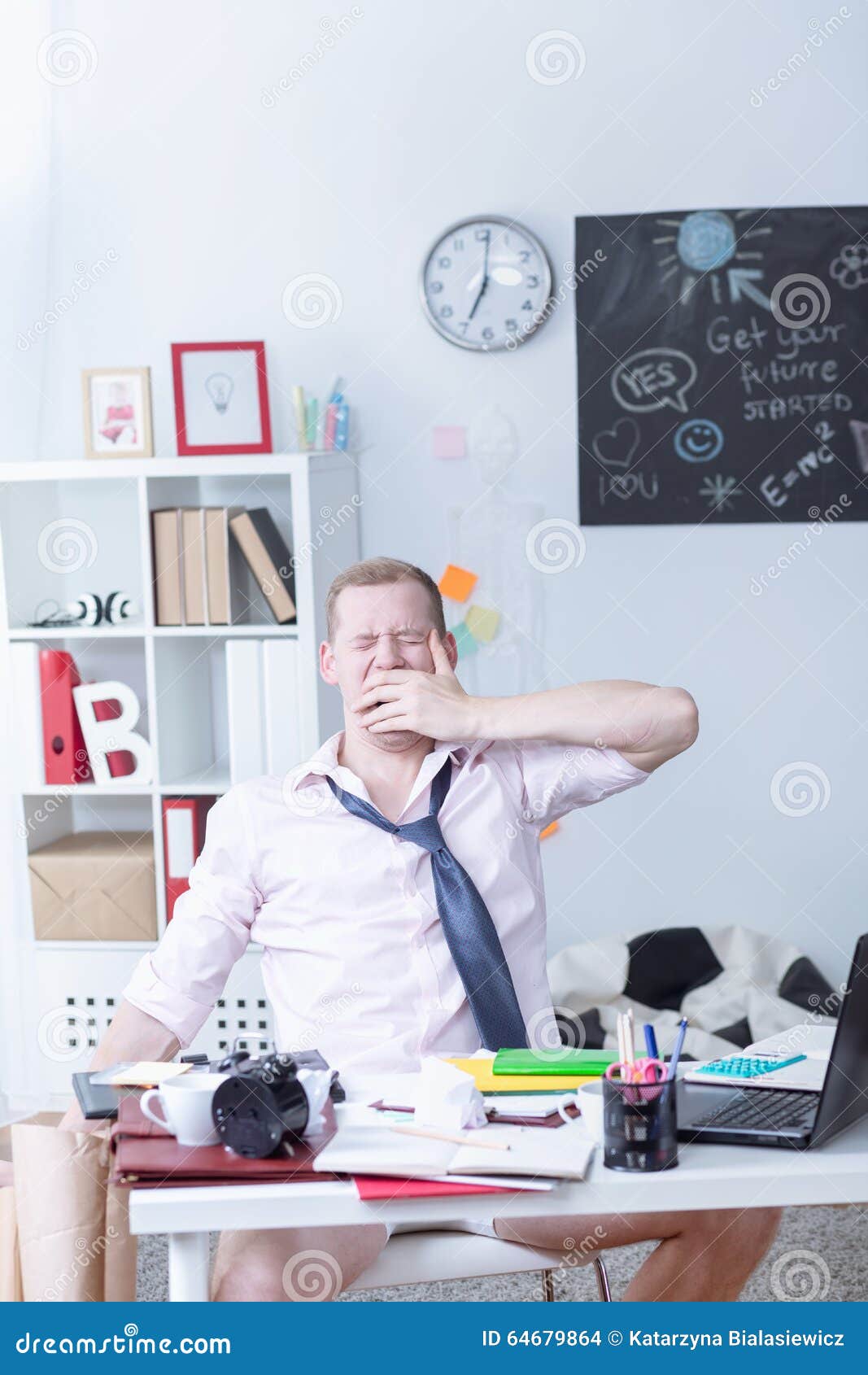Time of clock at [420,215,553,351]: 7:01
